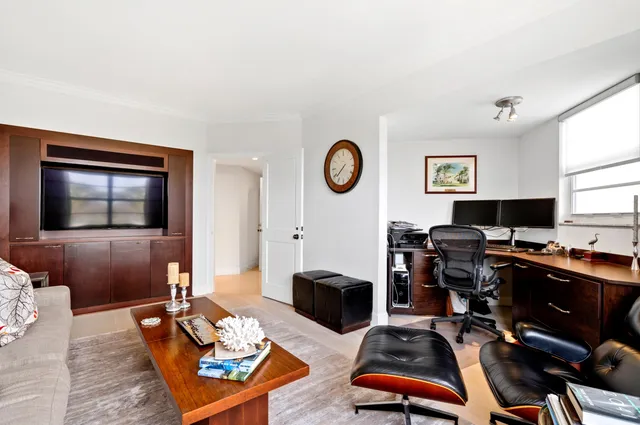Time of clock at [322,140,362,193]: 7:38
